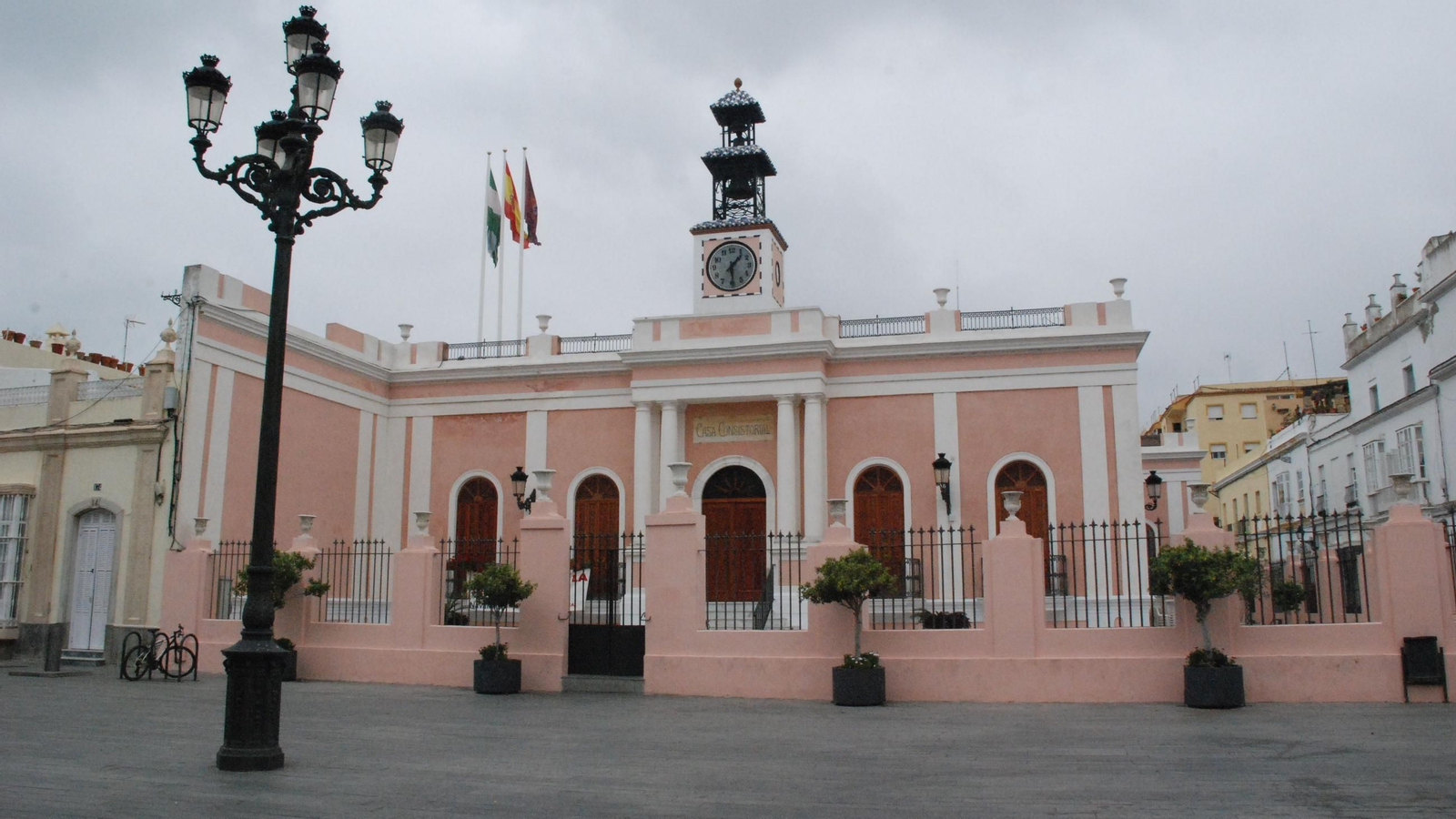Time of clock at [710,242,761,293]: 1:29
